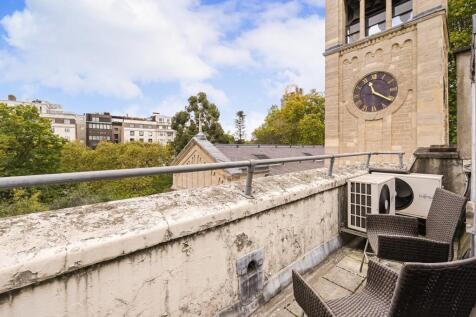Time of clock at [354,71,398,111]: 11:19
